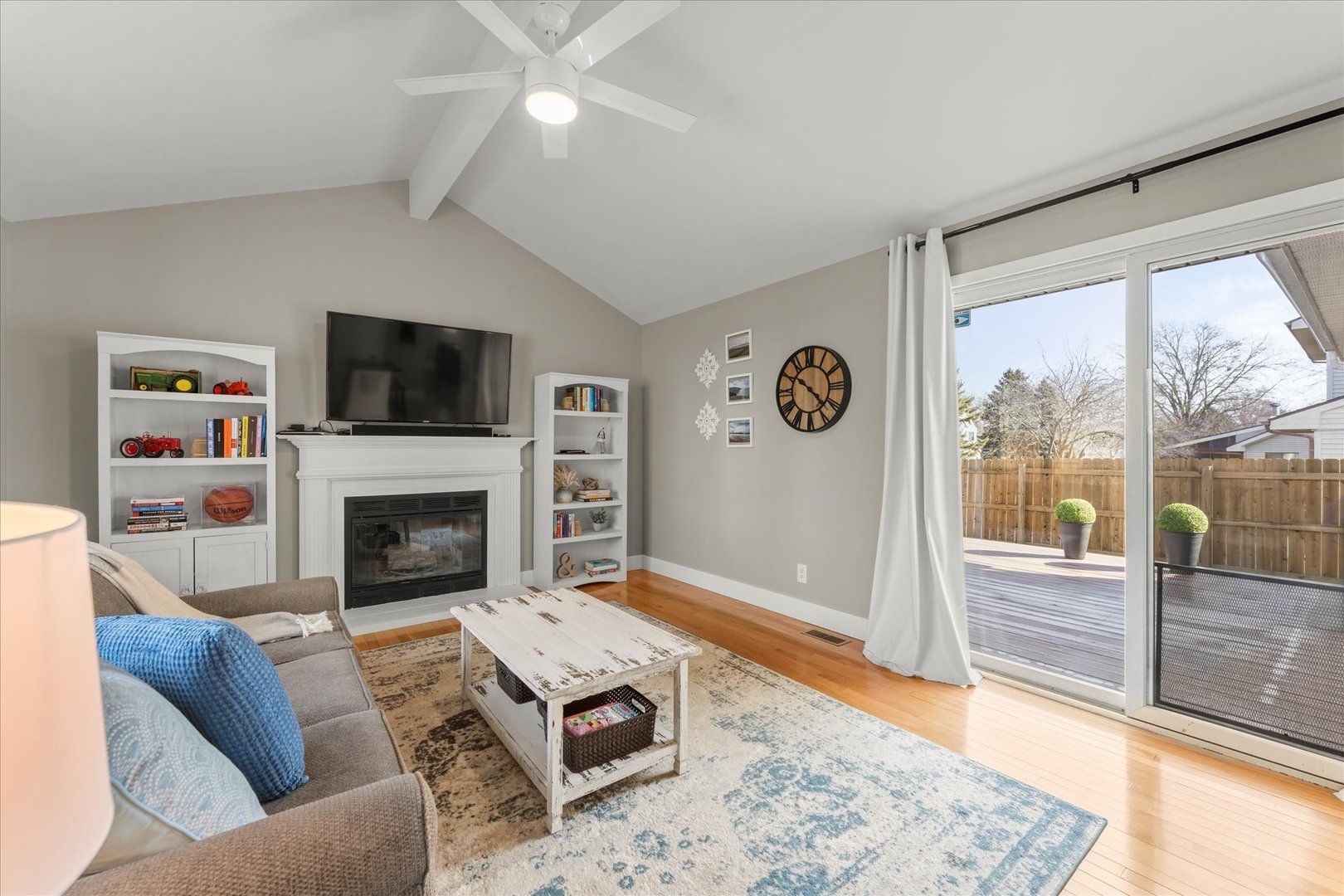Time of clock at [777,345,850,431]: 10:22
